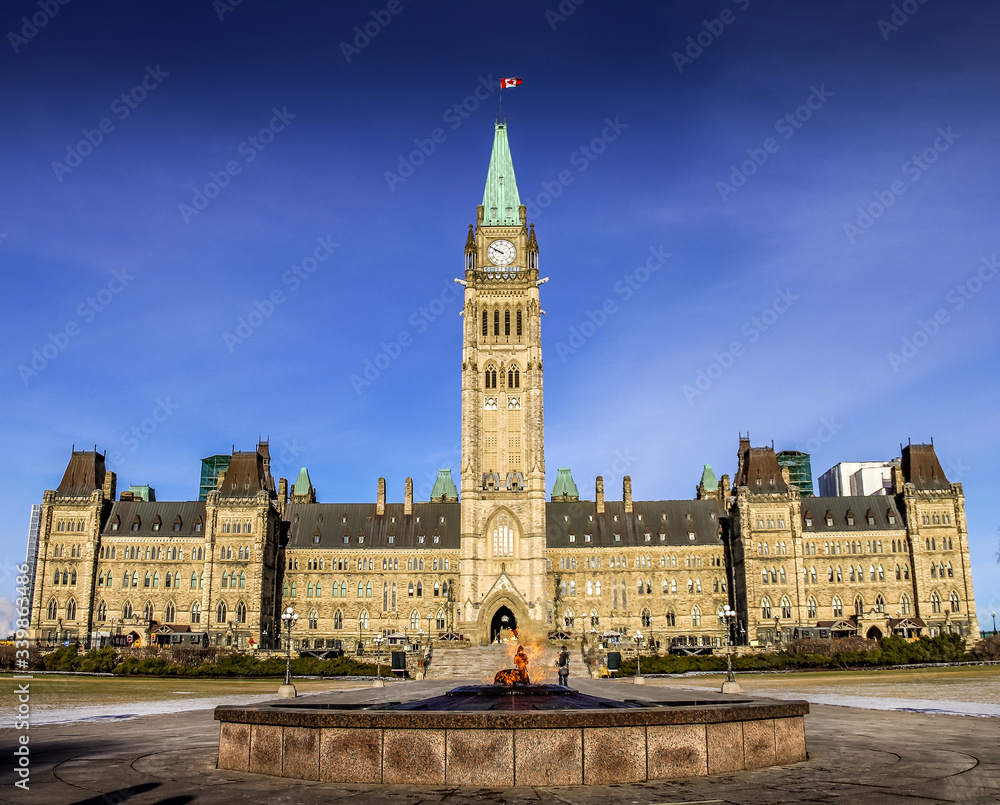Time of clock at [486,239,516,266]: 9:50
